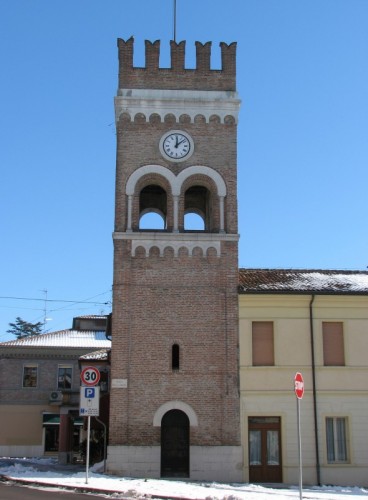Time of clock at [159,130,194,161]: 12:08
